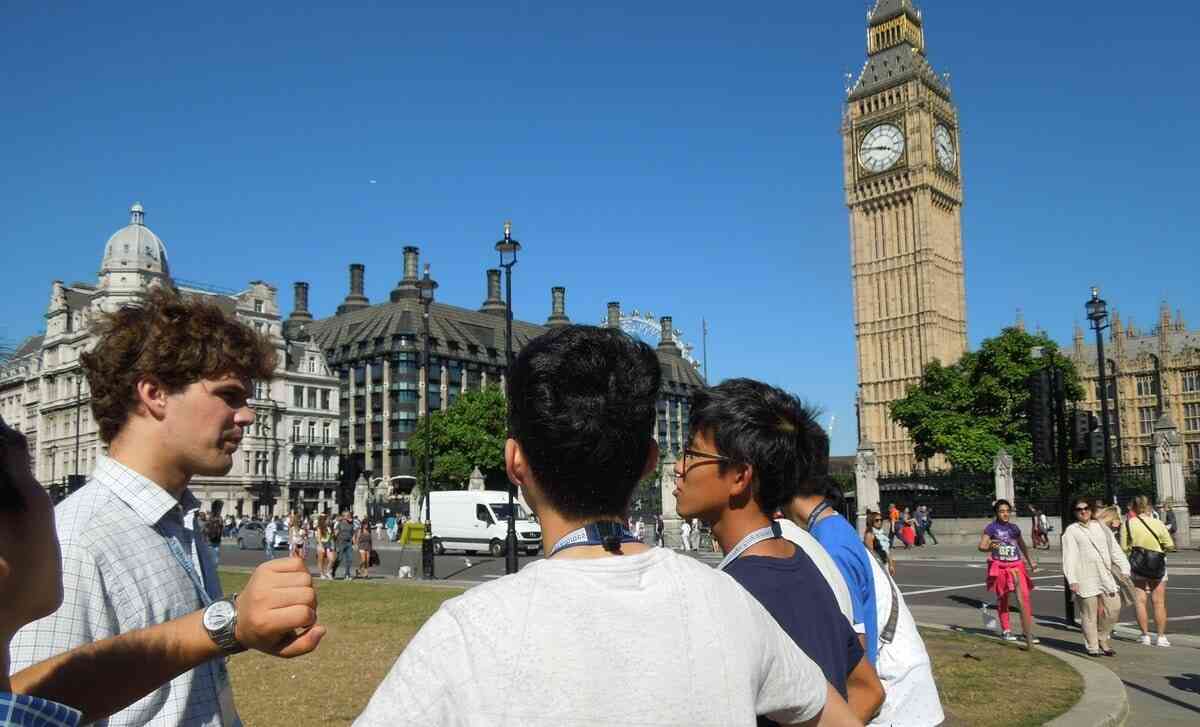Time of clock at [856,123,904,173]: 3:46
